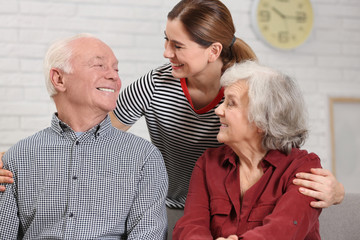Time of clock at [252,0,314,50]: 10:15
